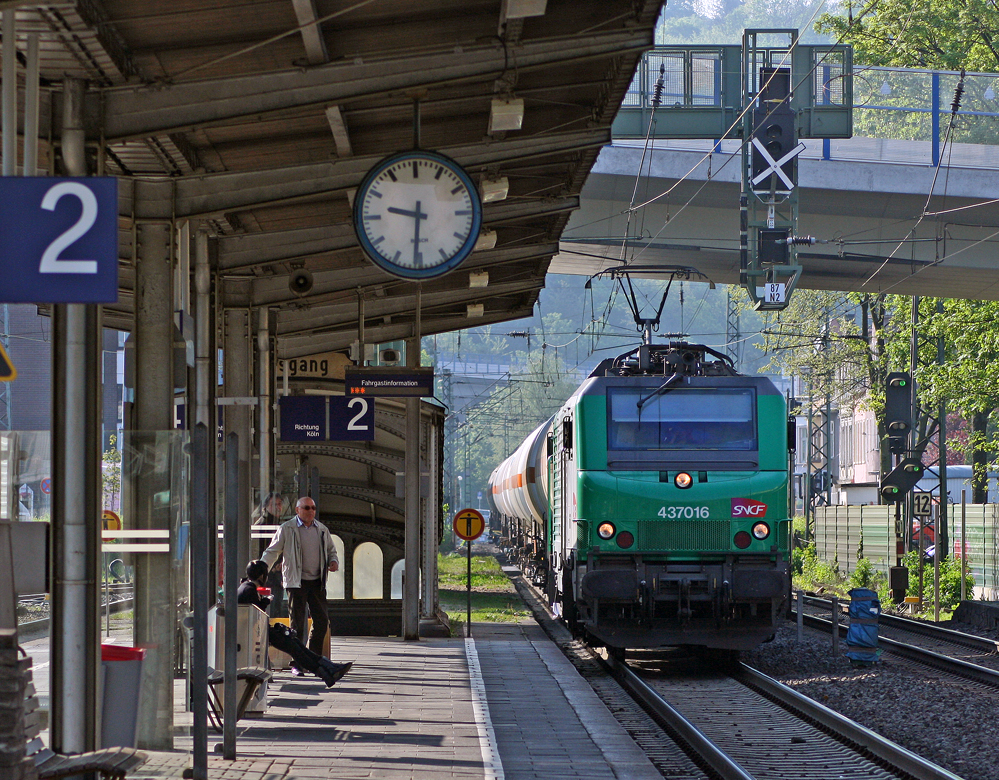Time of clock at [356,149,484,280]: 9:31
